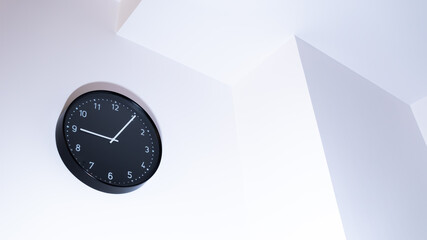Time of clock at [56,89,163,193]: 9:05
